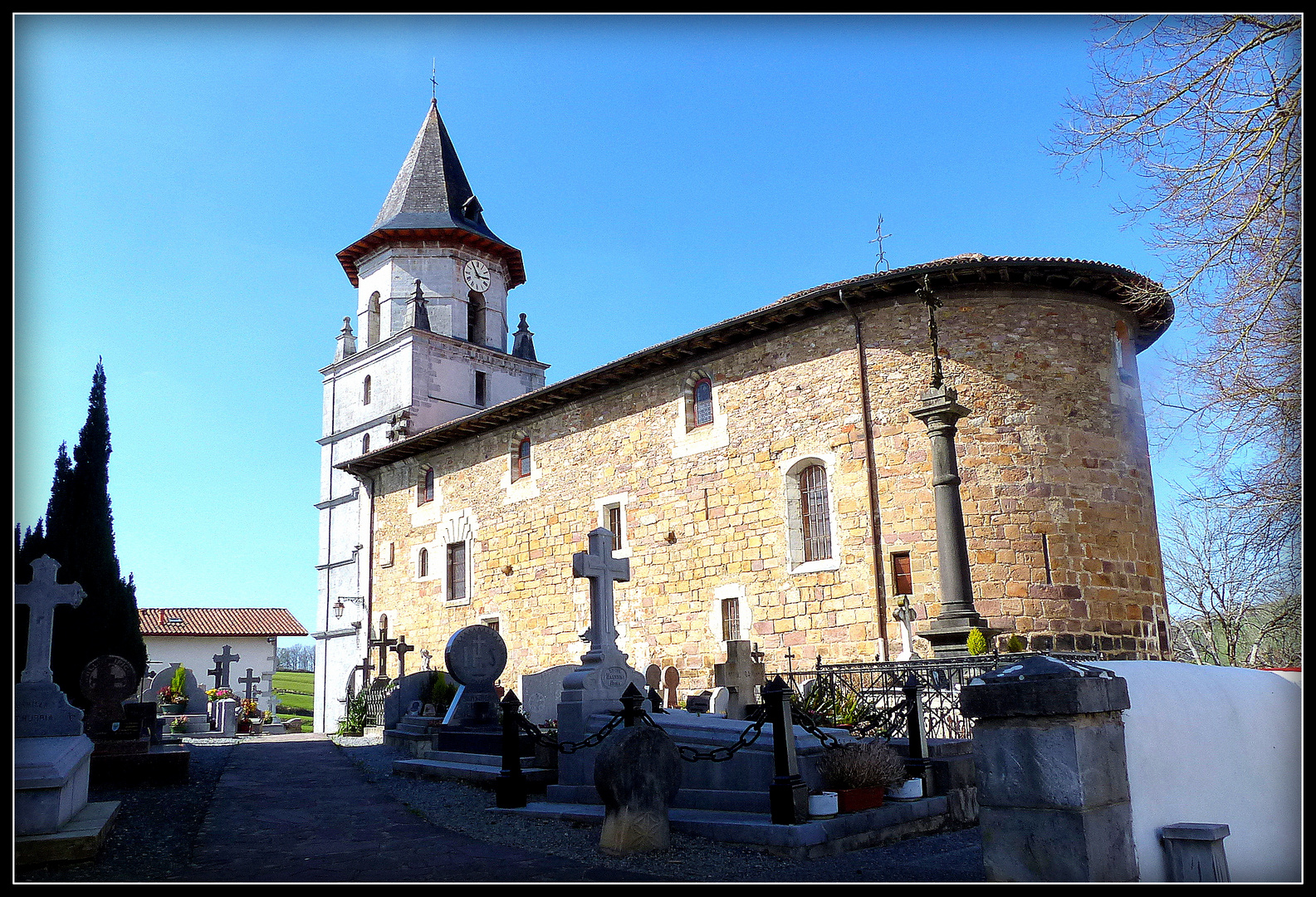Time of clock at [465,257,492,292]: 2:54
